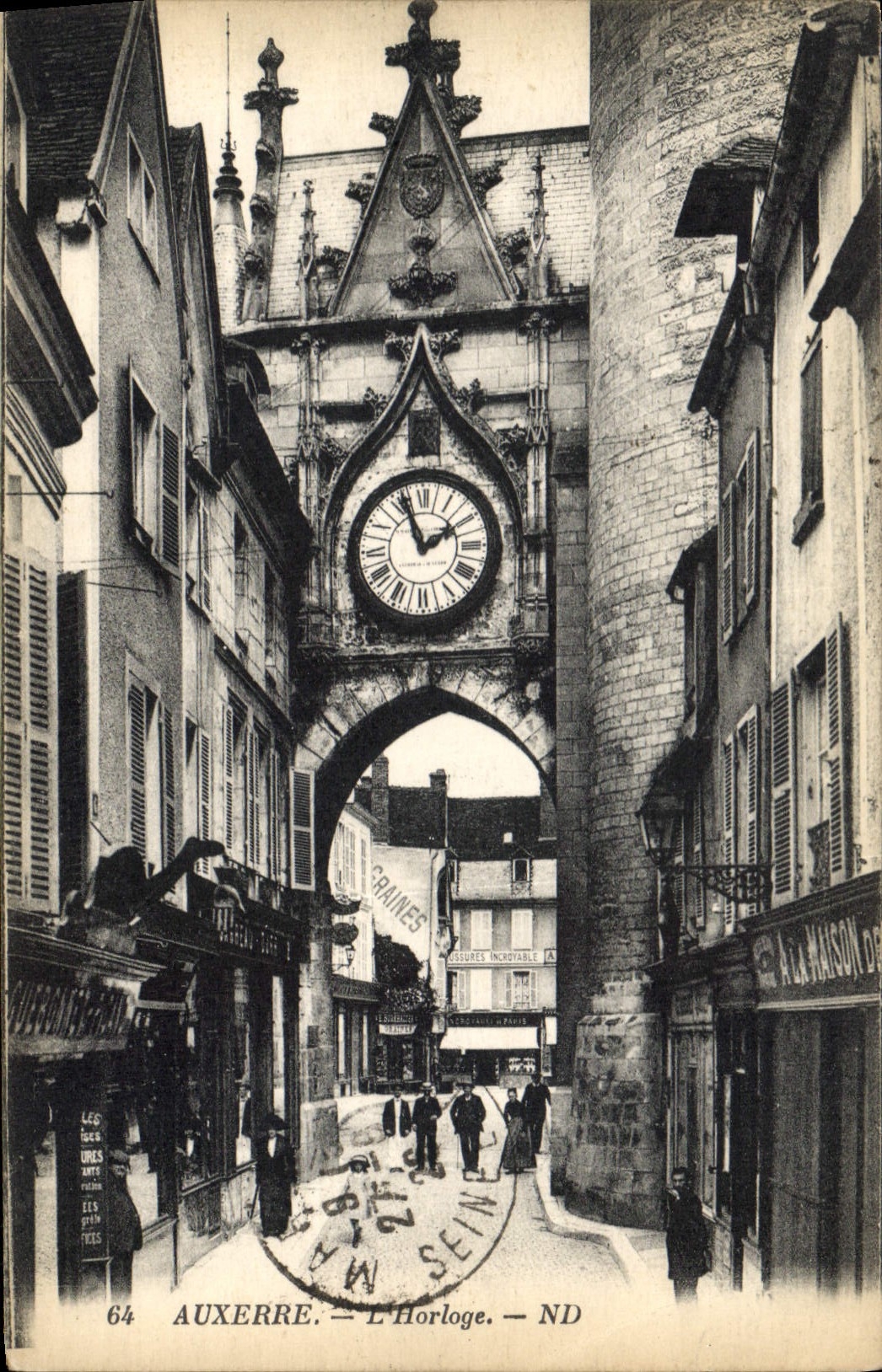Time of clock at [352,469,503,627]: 1:56
